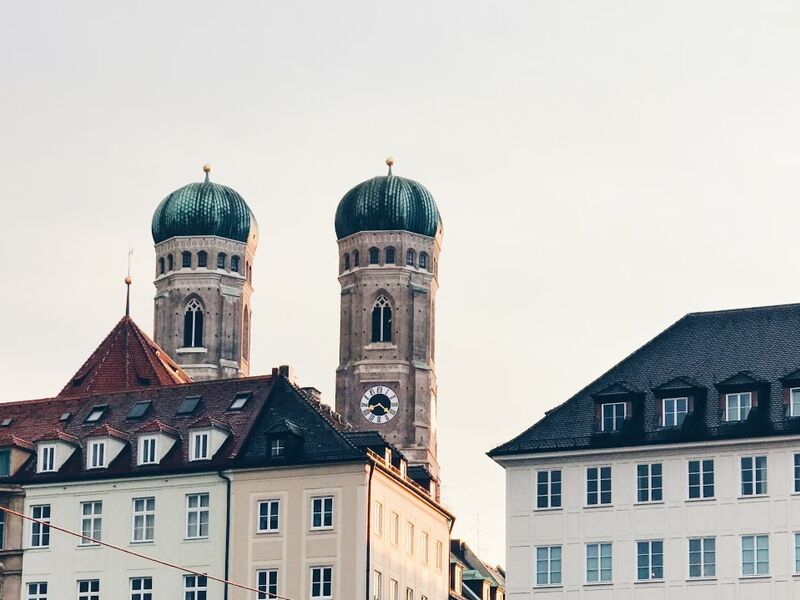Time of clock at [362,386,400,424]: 8:21
